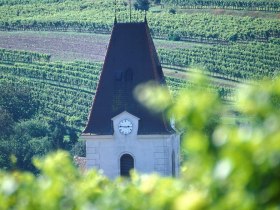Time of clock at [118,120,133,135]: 2:46
